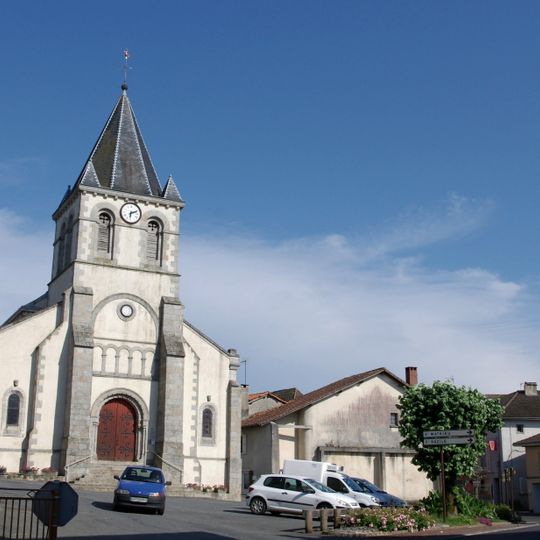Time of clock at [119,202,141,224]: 6:11
